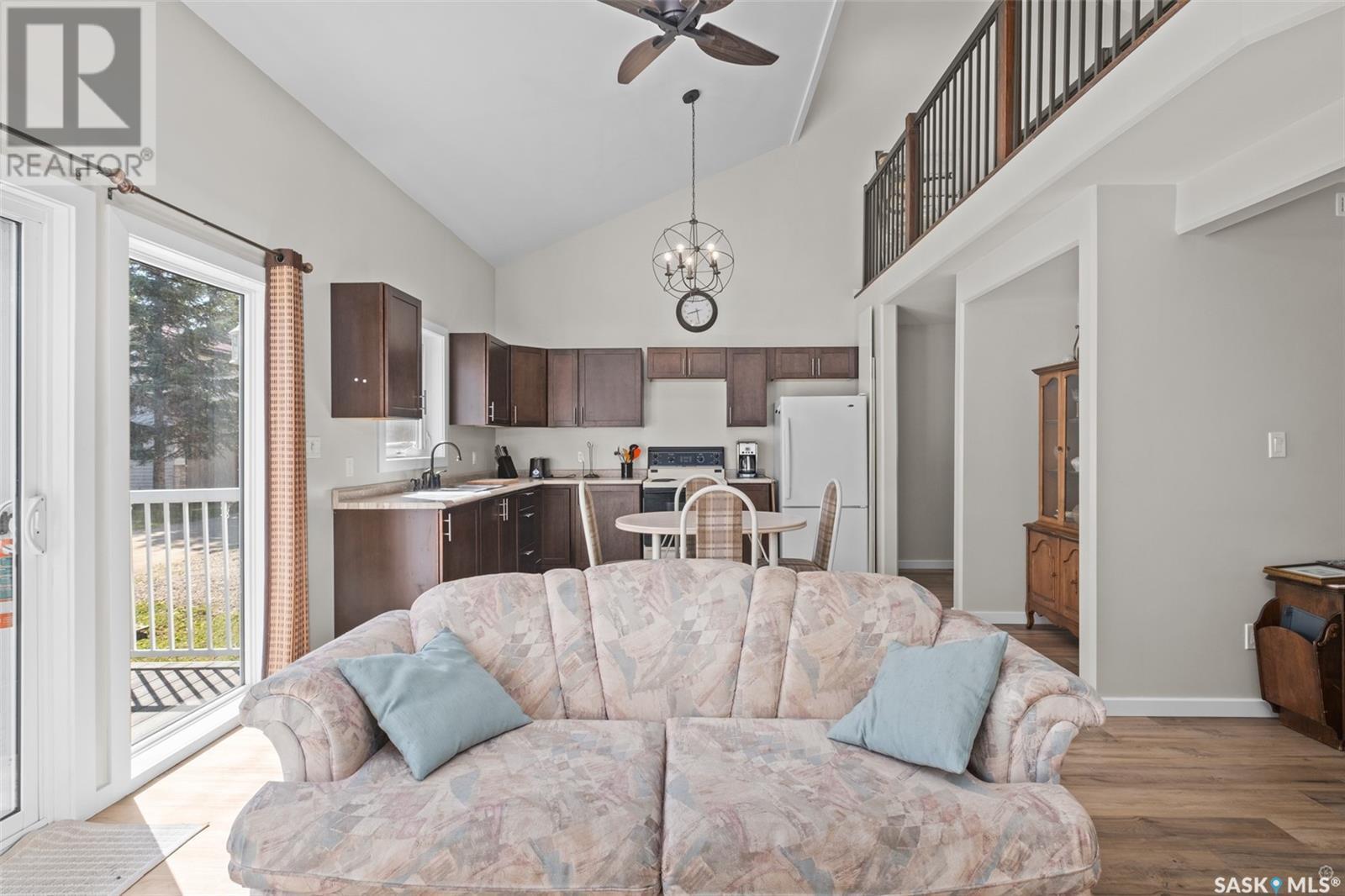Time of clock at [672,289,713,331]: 8:28
